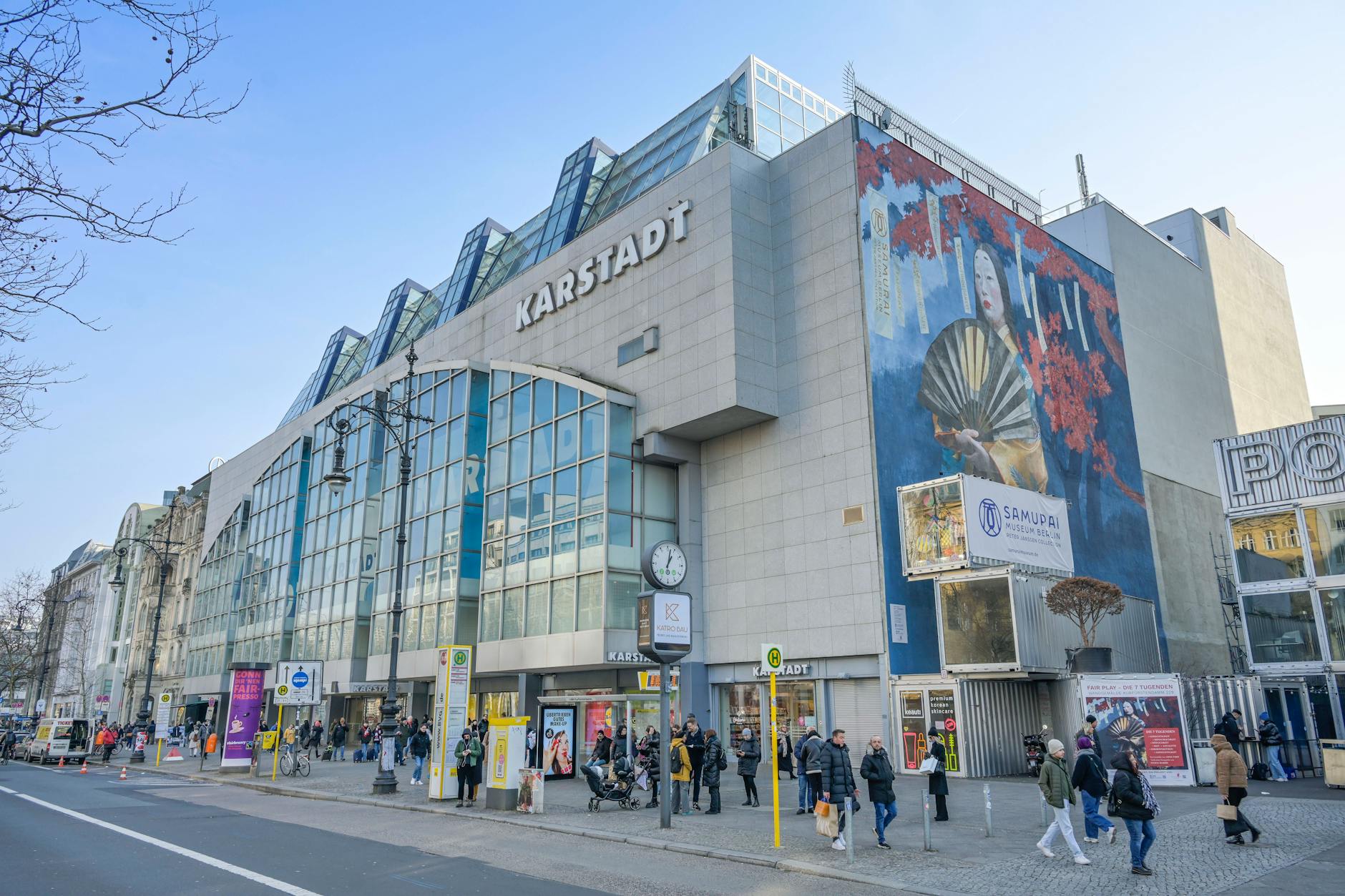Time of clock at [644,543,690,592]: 1:02
